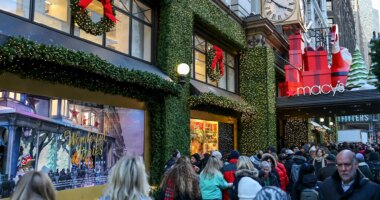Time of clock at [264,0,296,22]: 3:52
